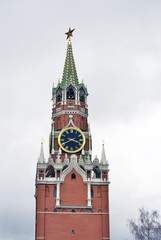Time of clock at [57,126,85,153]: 3:40
